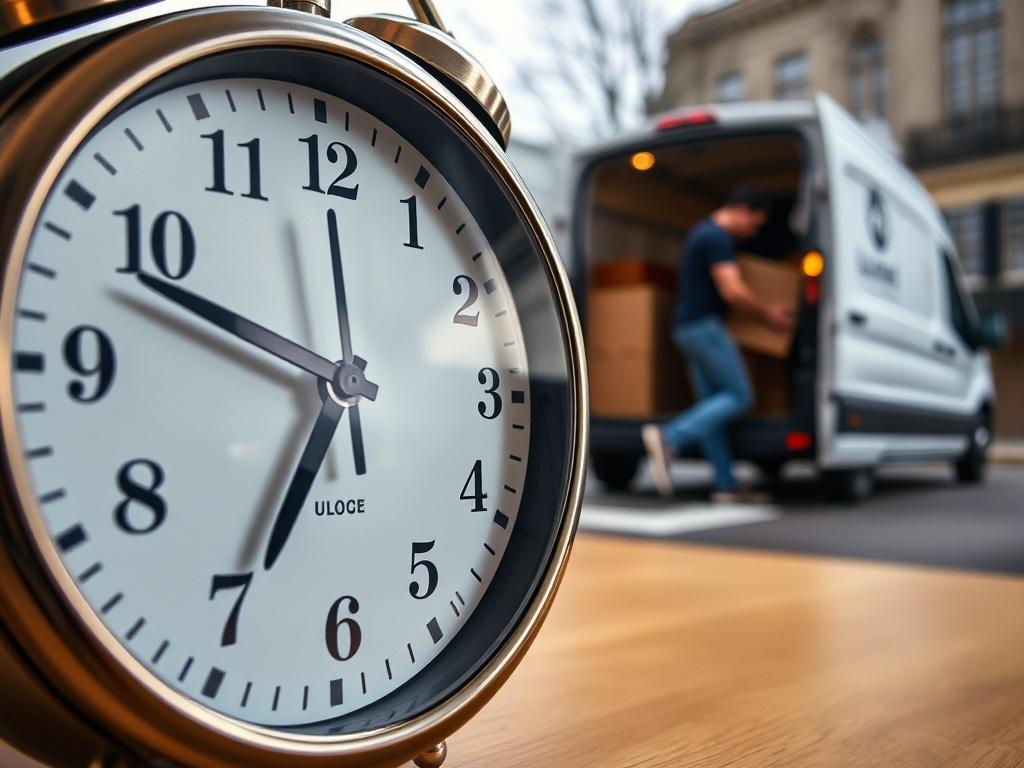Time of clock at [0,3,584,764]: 6:48
